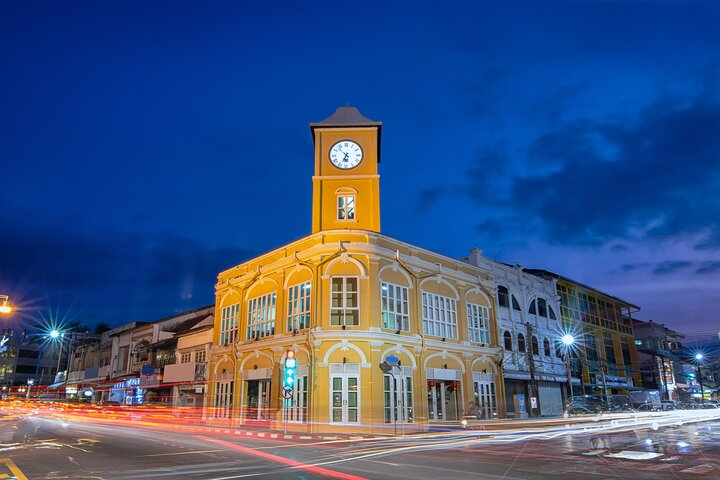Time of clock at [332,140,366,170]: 6:52
